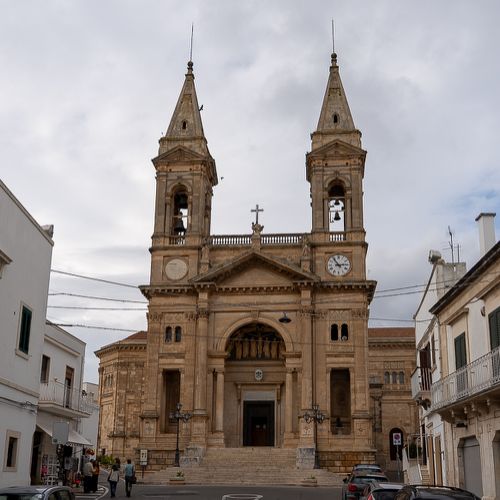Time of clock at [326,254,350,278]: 2:54
